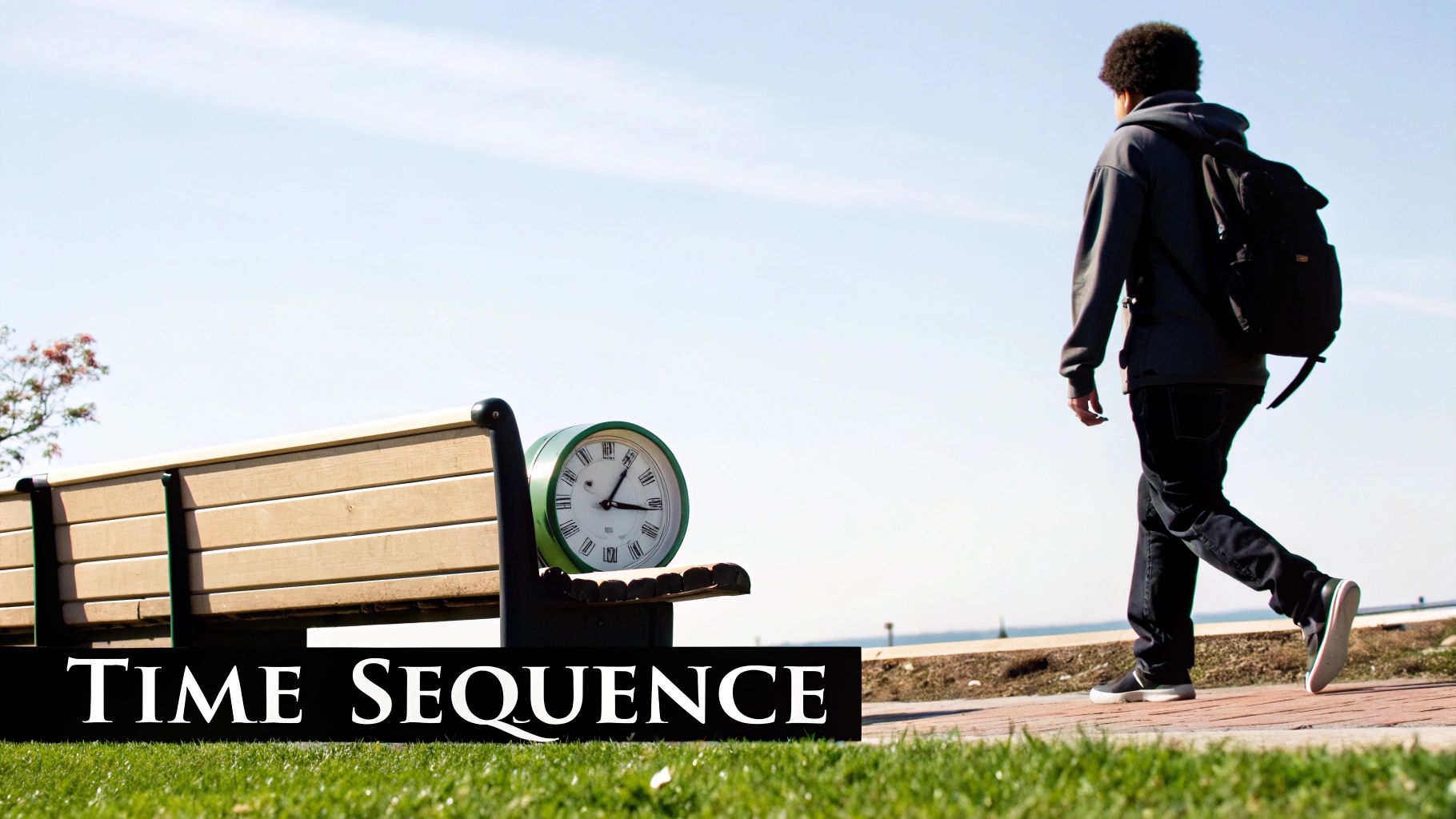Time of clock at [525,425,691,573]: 3:05
